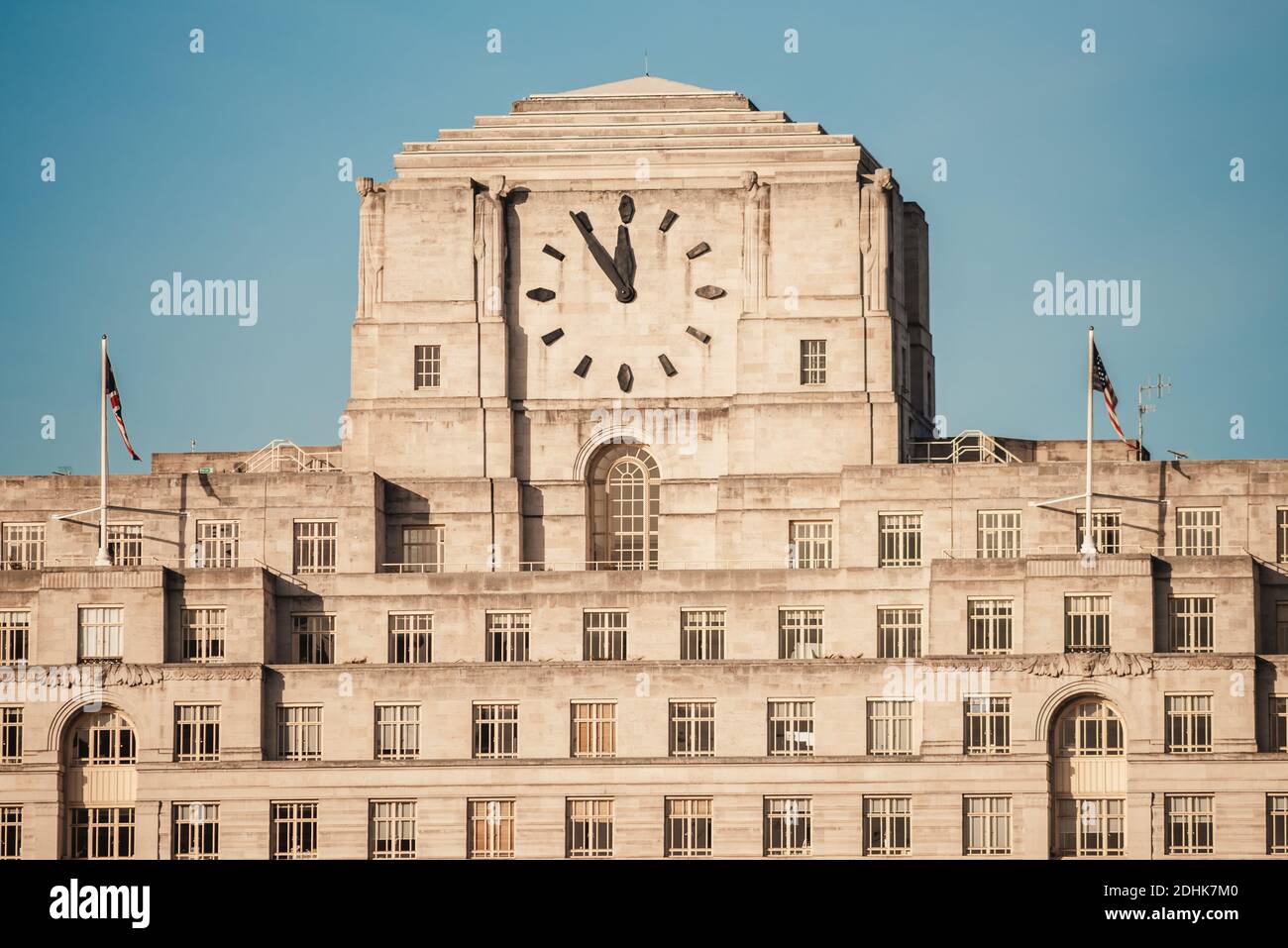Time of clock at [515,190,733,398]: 11:54
